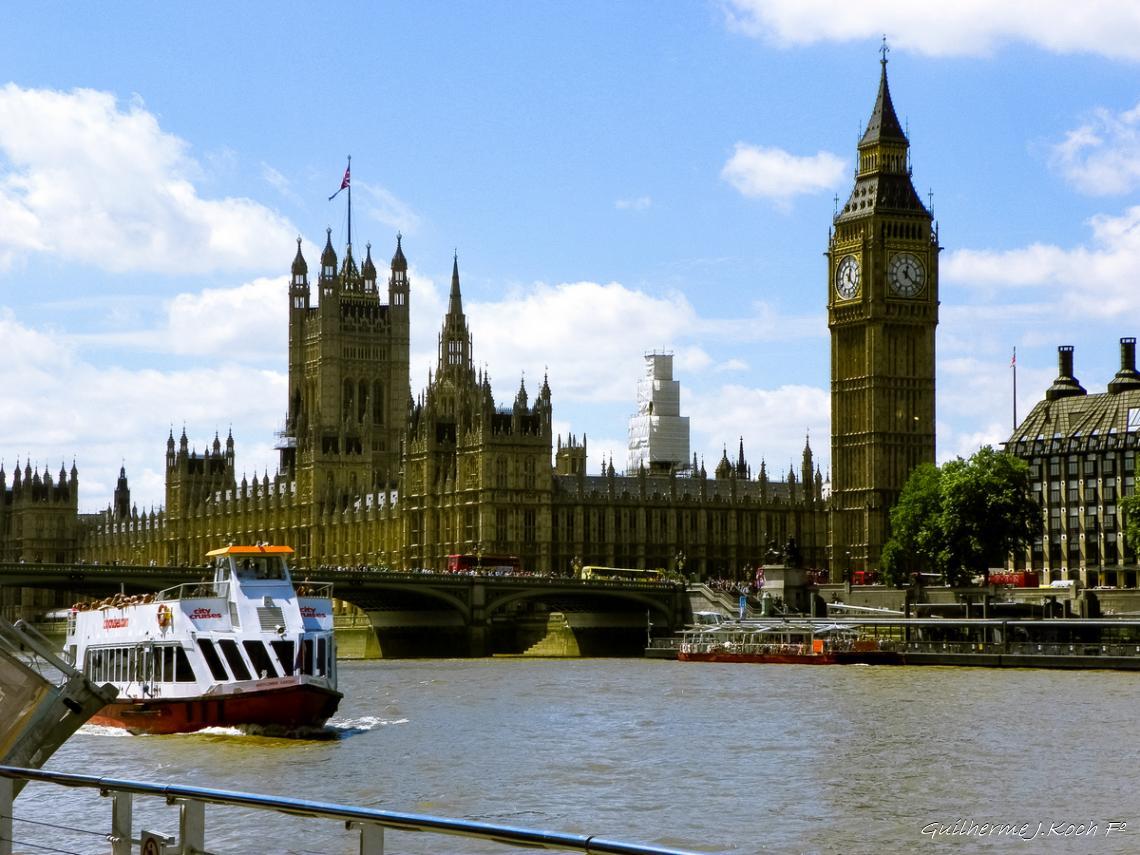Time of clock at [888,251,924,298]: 12:22
